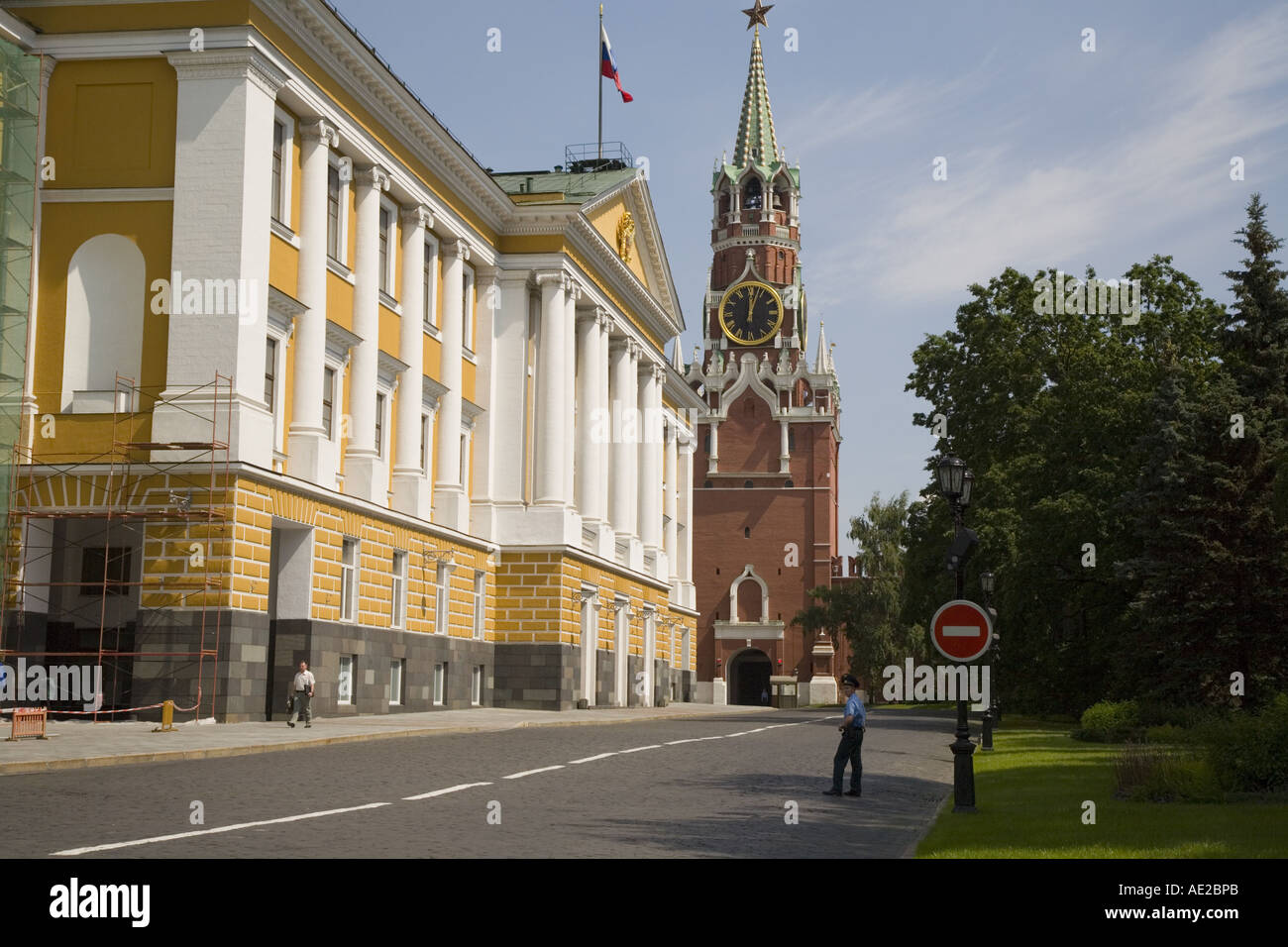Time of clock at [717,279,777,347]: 12:03
